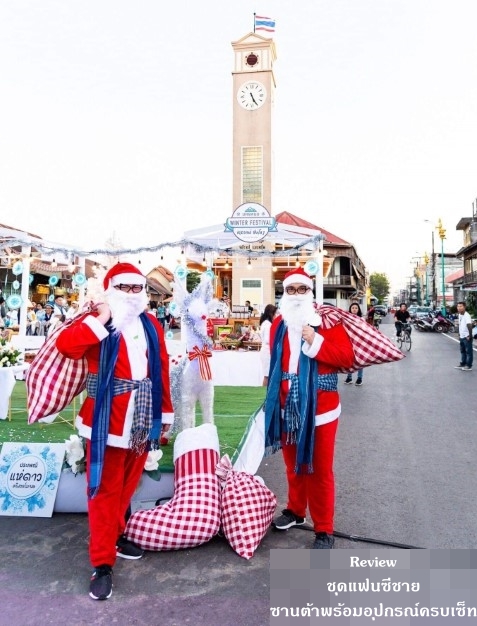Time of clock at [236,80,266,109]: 5:25
